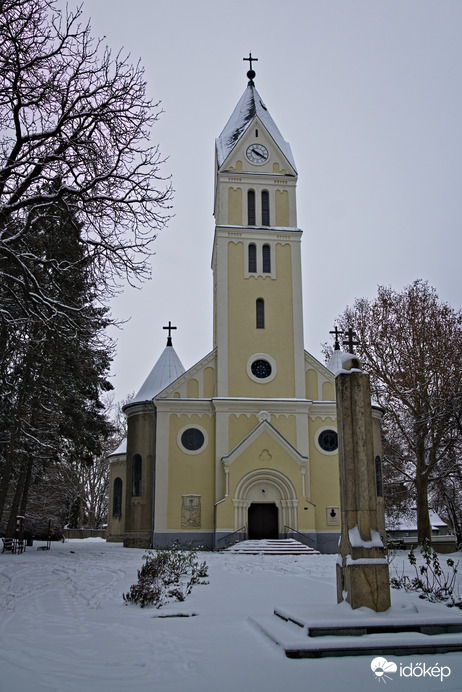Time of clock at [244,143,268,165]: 10:20
